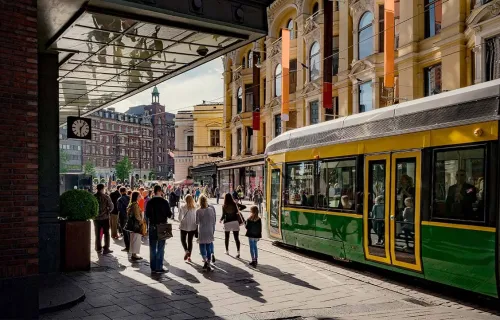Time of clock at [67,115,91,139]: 6:06
